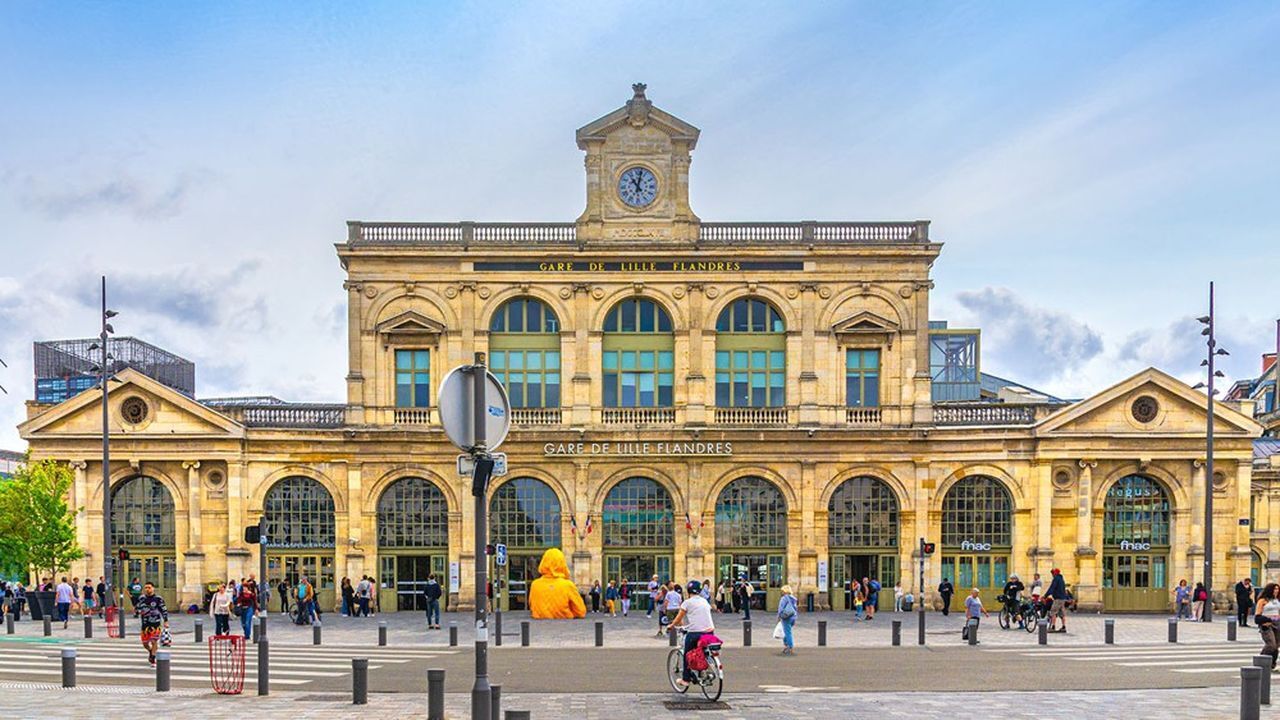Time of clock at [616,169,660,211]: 11:02
